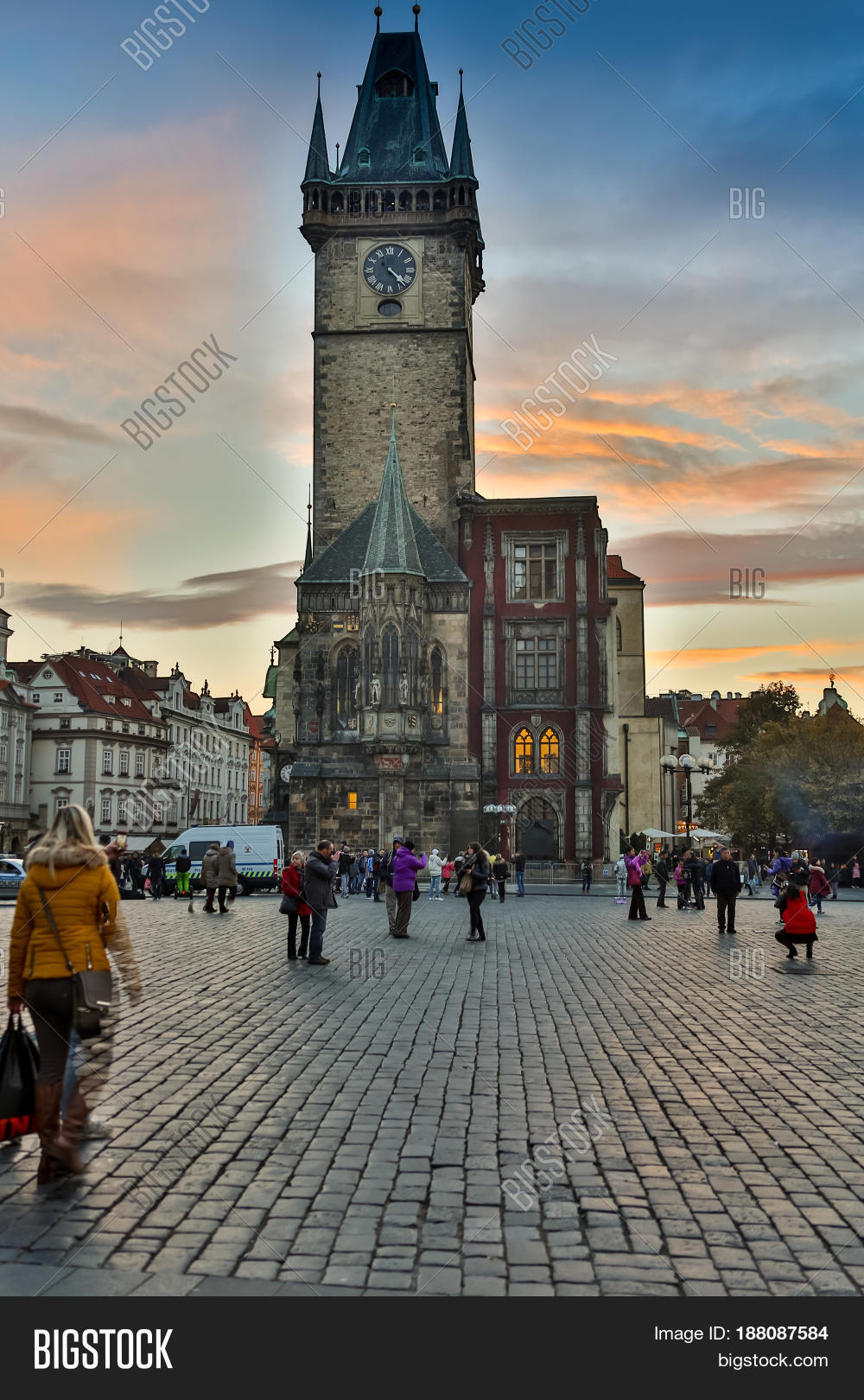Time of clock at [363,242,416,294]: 4:22
